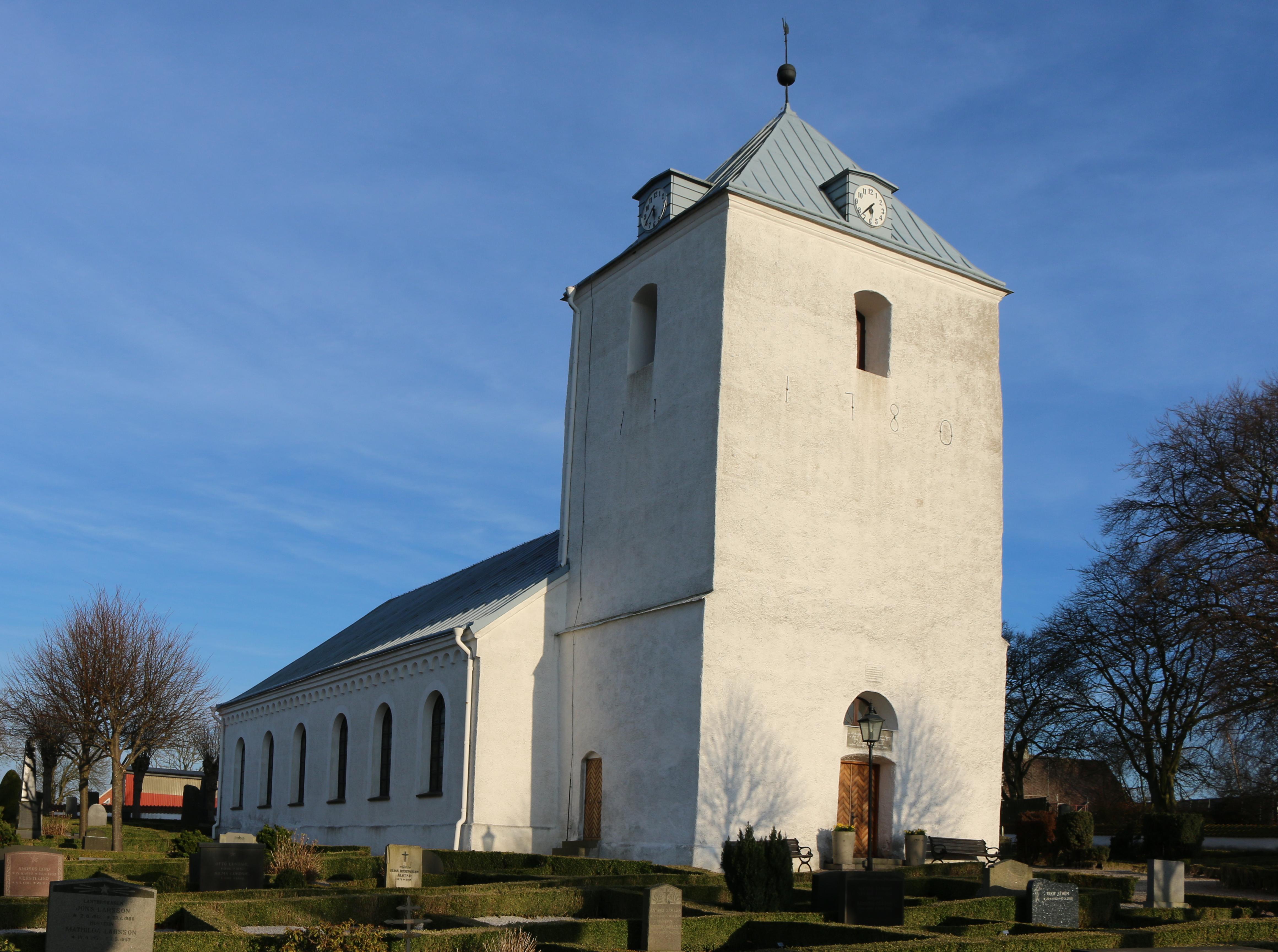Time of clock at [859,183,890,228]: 5:37
